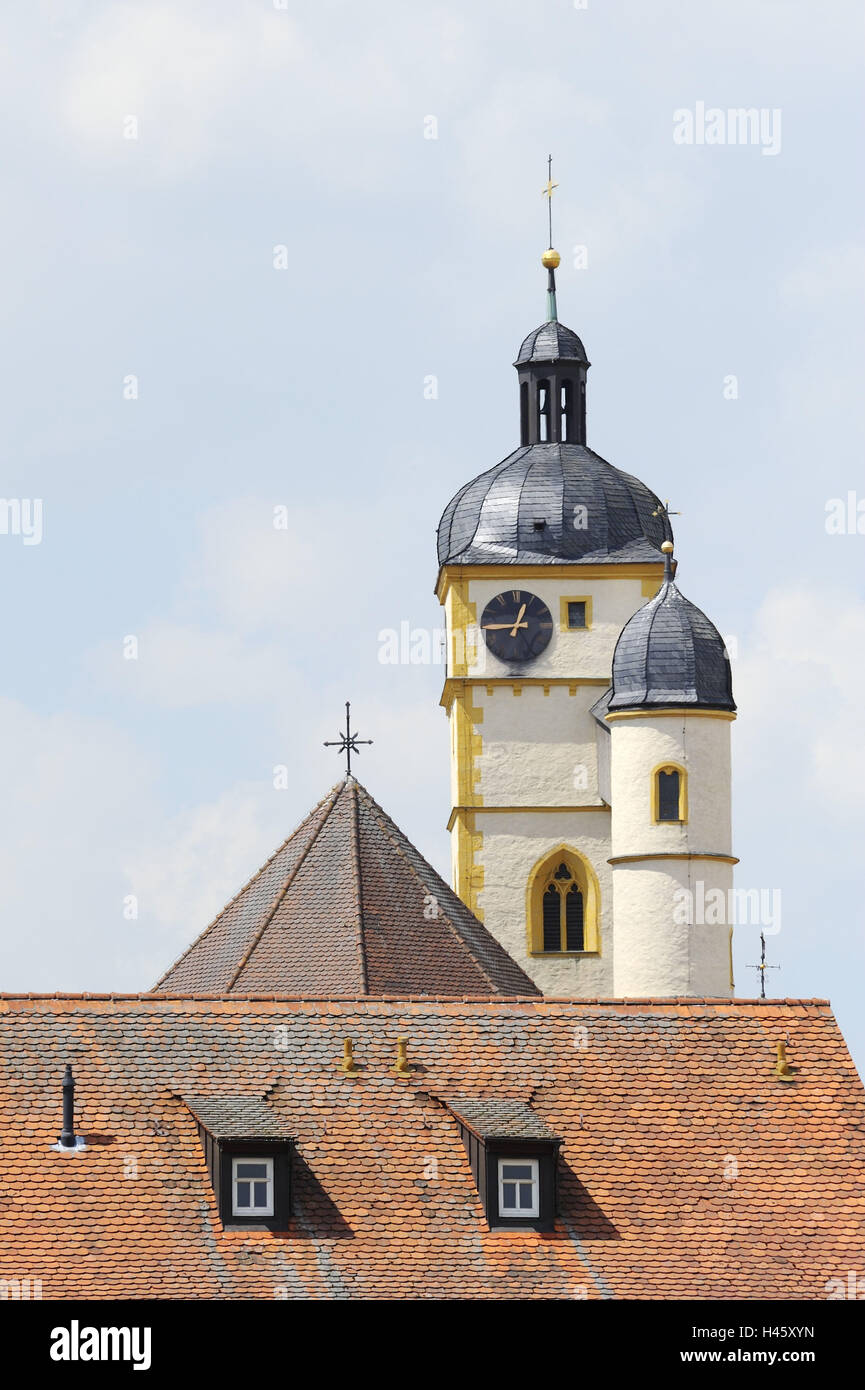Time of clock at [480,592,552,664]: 12:44
